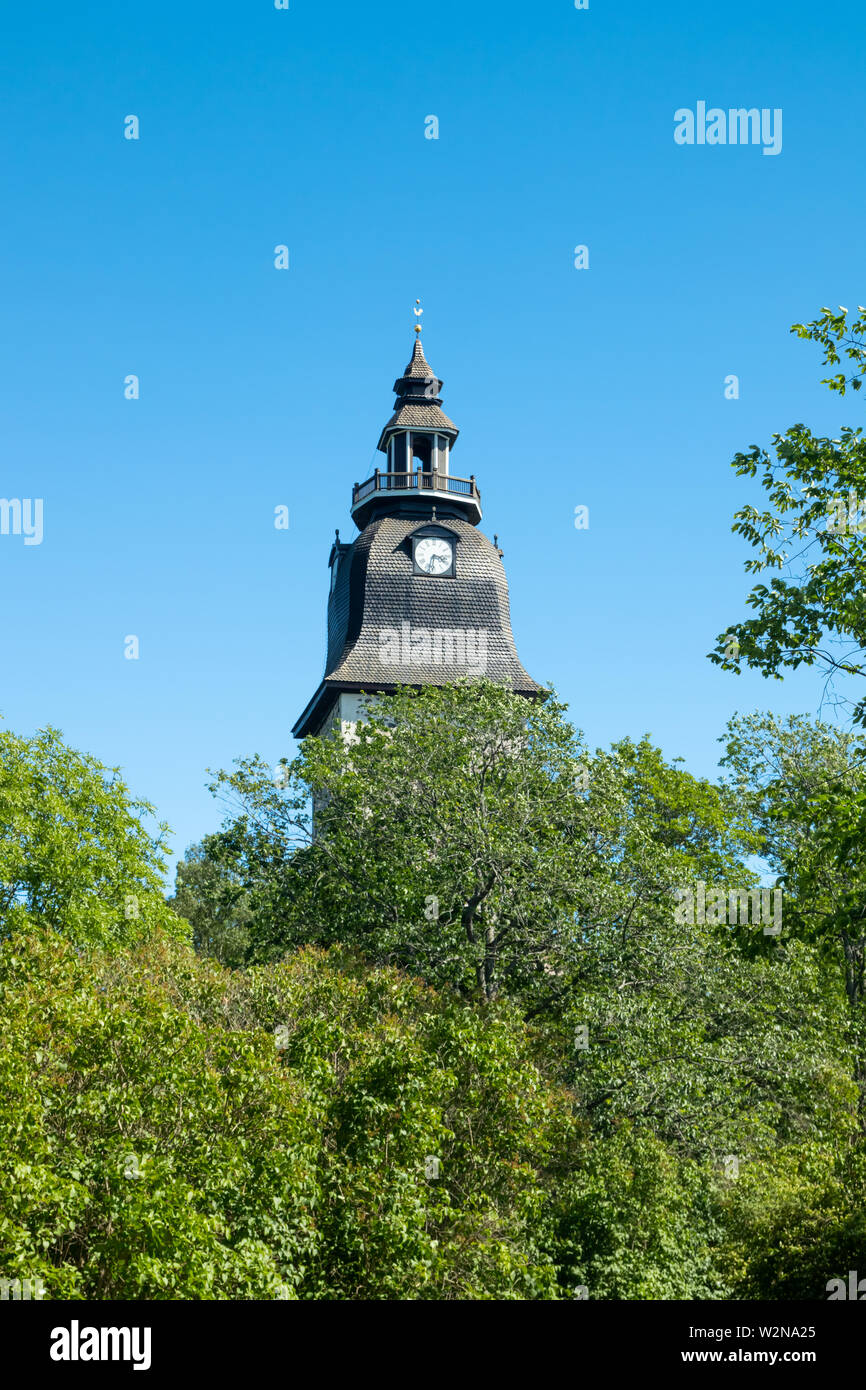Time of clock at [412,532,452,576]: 3:32
